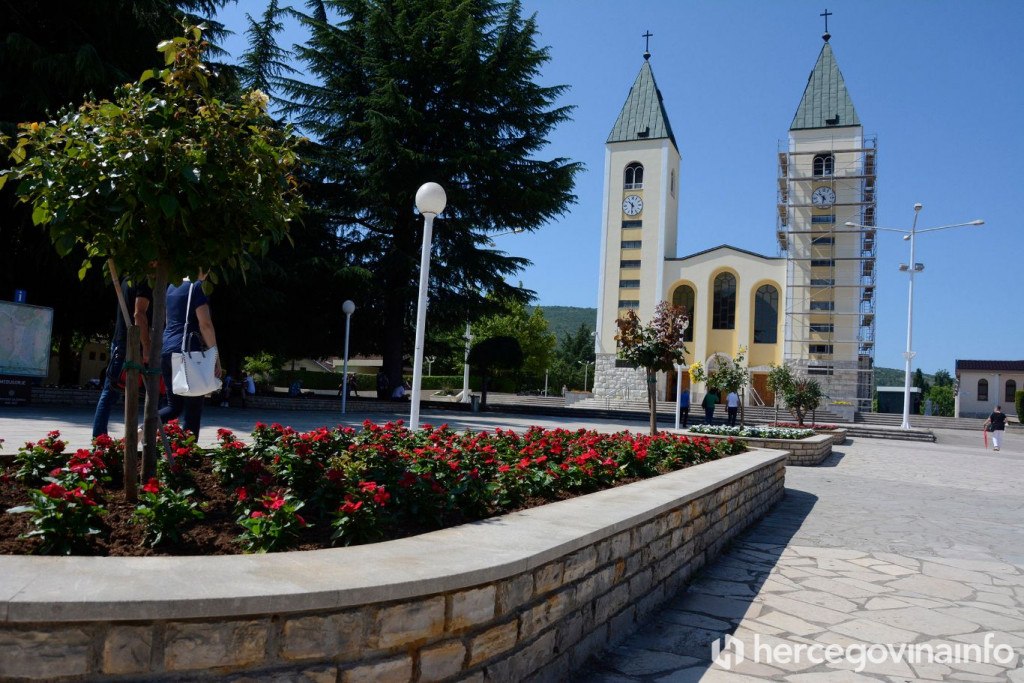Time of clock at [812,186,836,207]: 10:32
